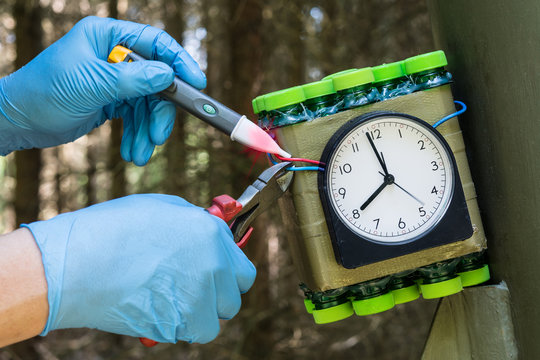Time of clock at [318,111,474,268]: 7:58
